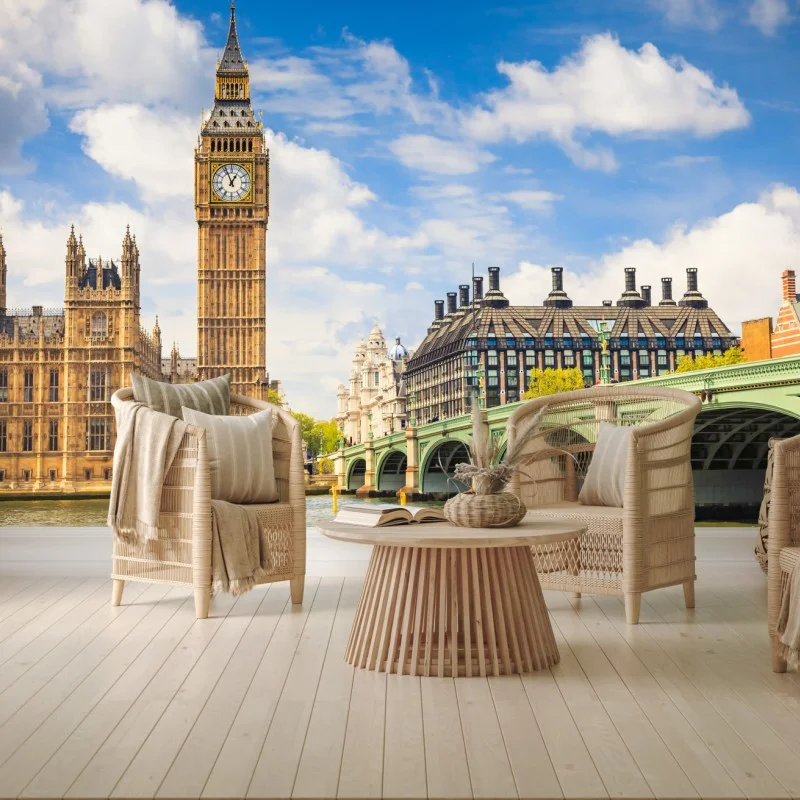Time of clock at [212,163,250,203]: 12:56
